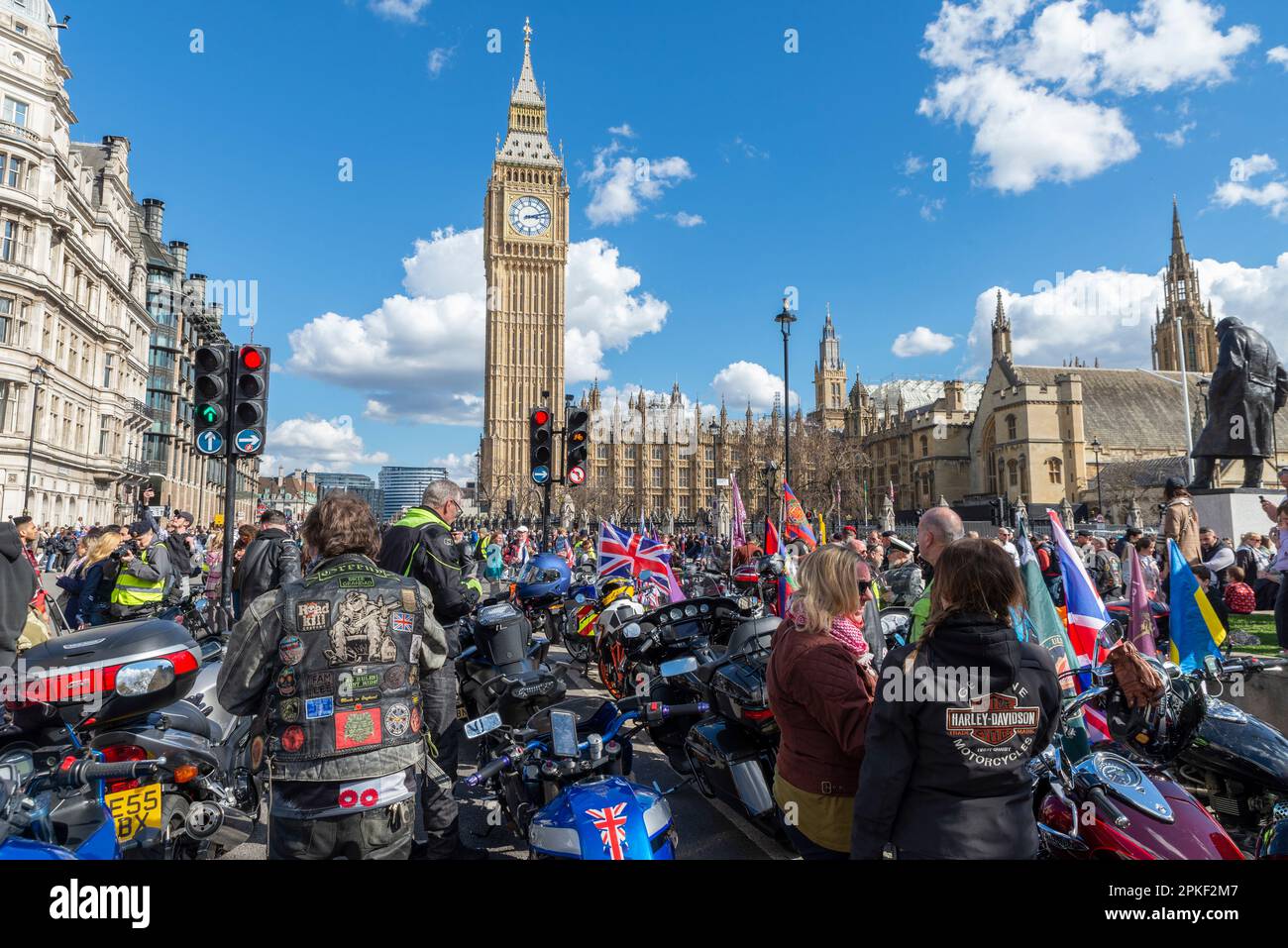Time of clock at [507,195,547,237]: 3:12
